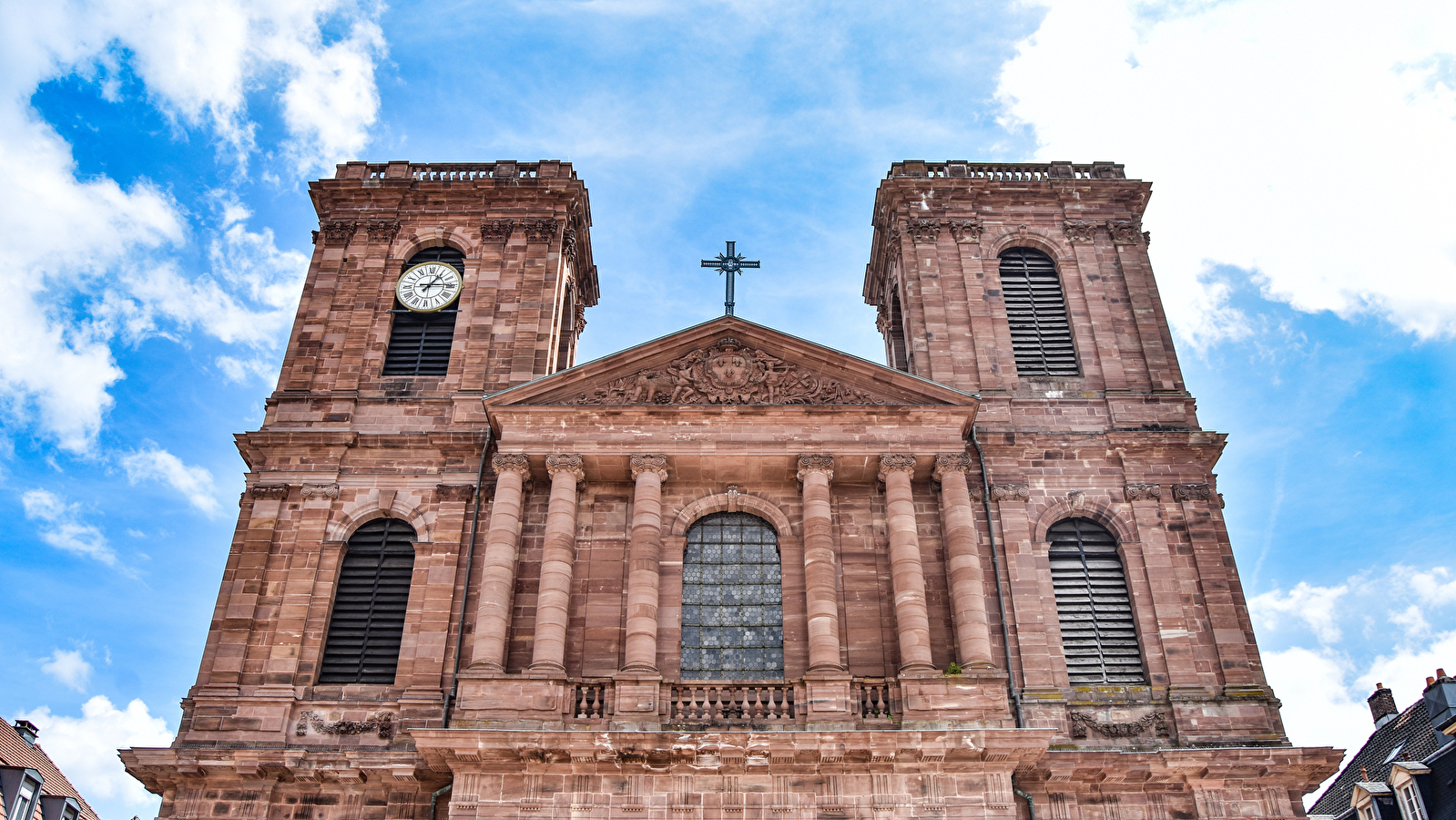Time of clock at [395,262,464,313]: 1:14
